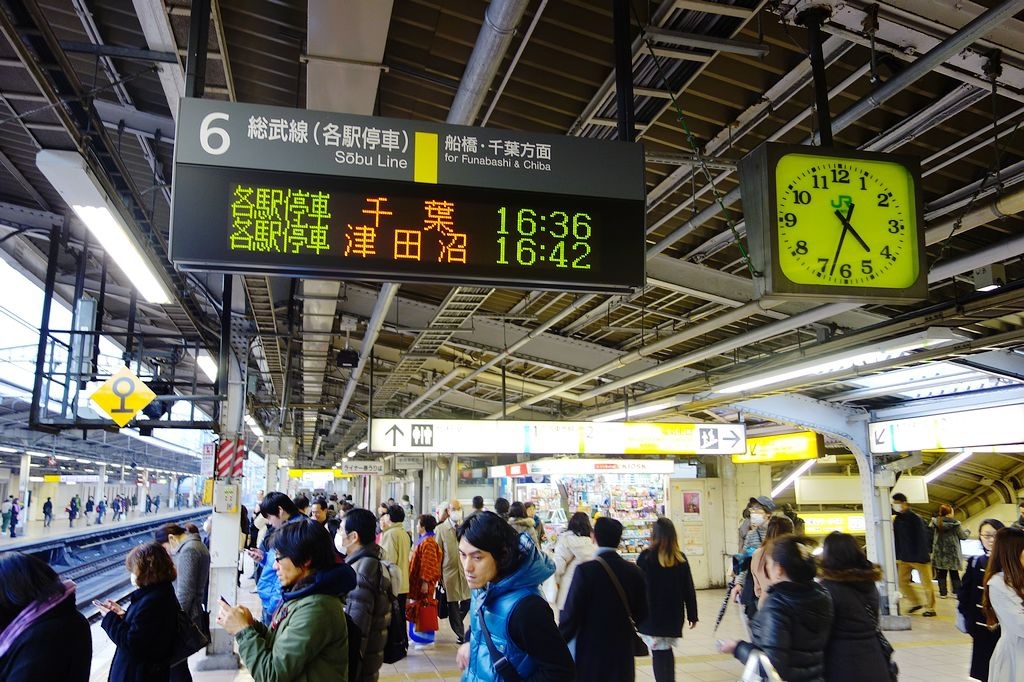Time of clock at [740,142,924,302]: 4:33
